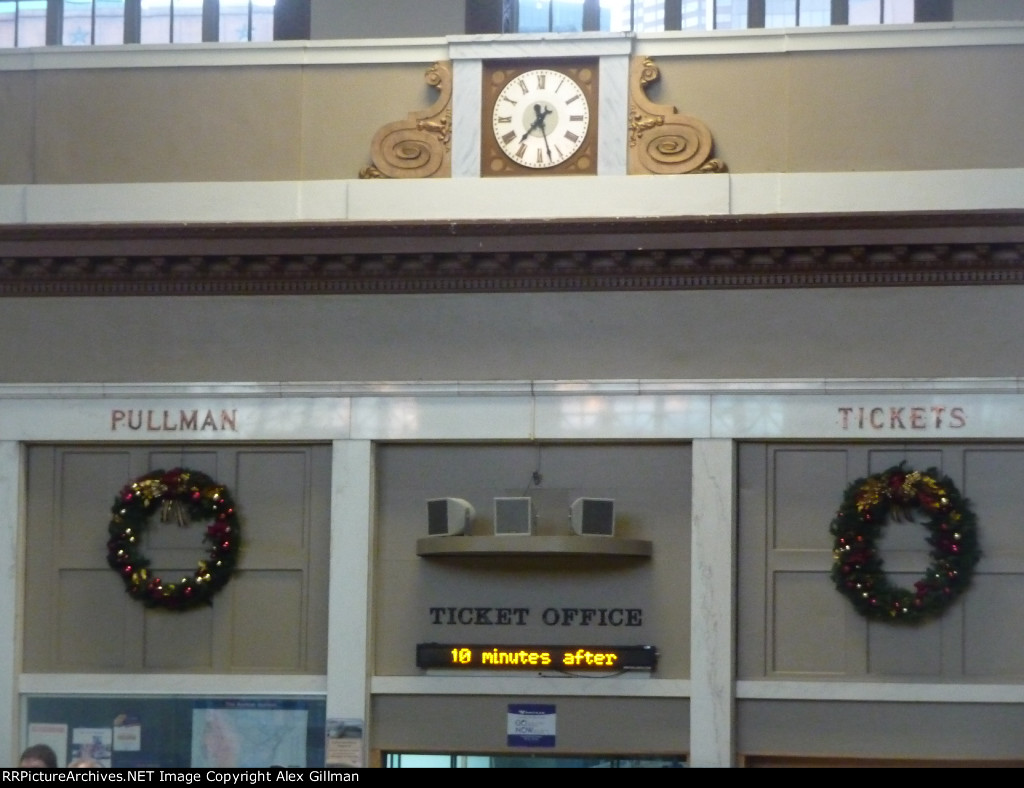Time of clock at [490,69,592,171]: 7:27
